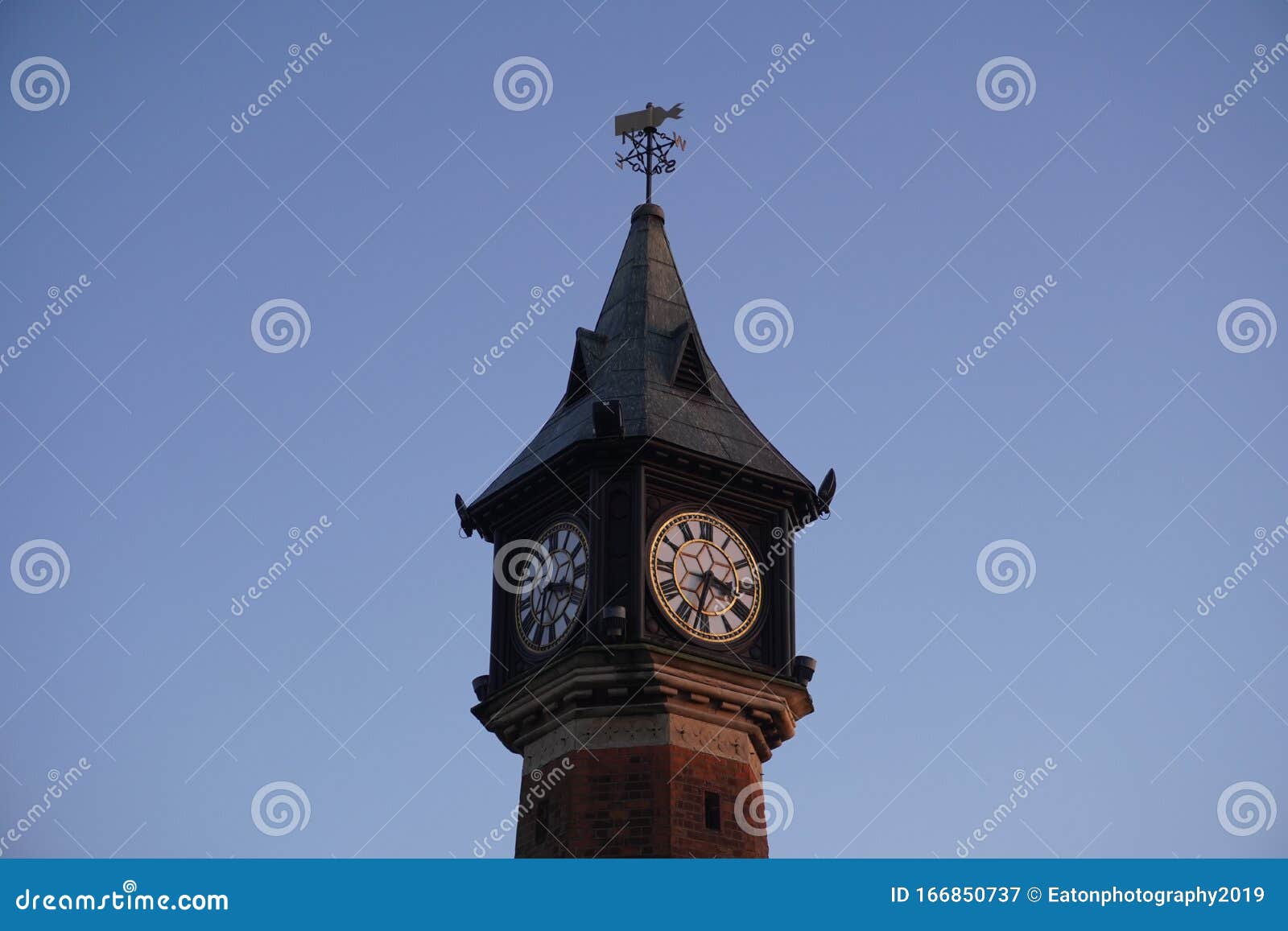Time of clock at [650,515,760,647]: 3:32
